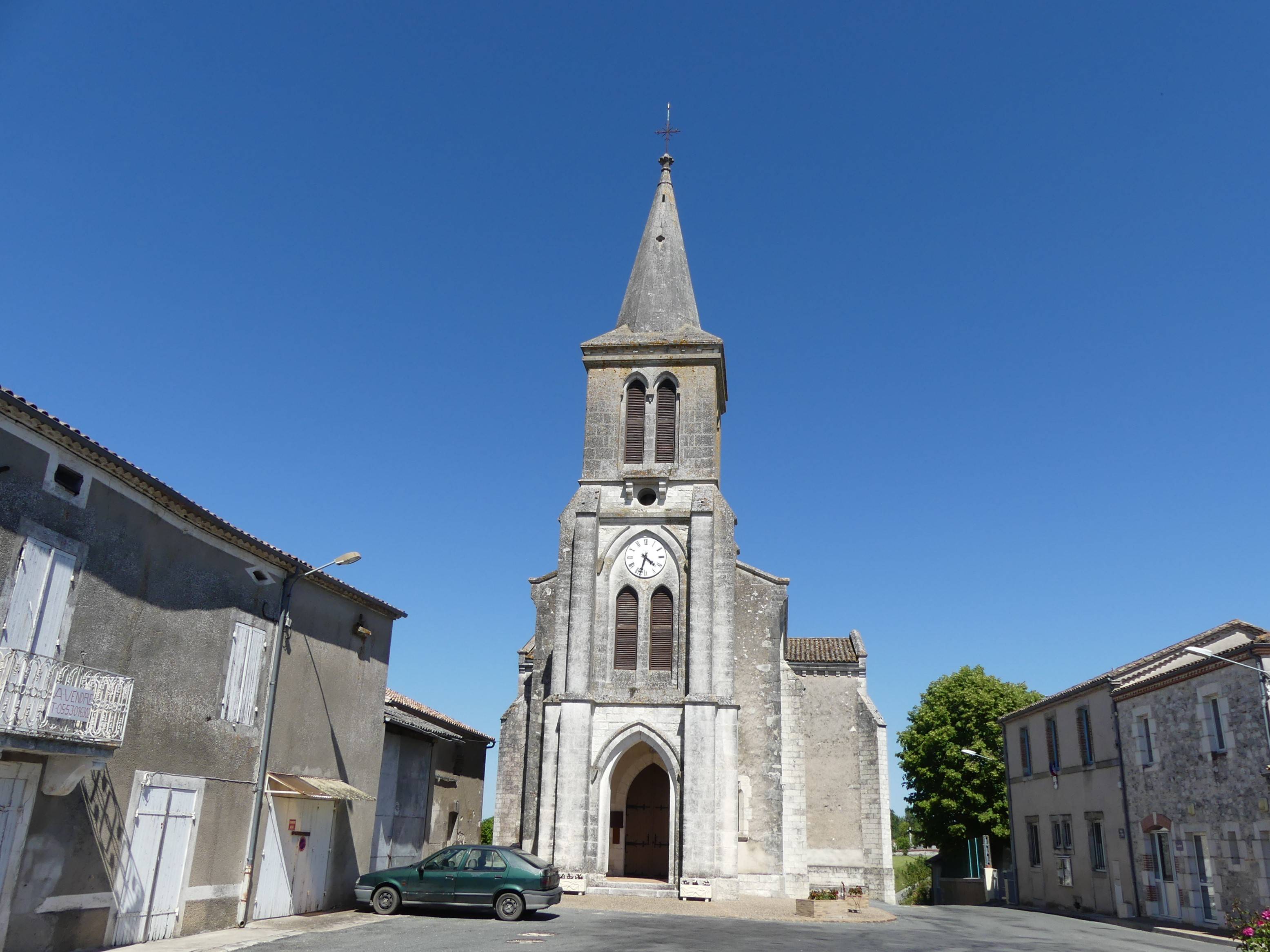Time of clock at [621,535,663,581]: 4:33
